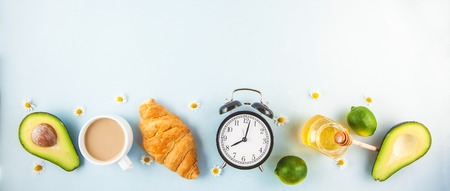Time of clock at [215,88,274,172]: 8:02
